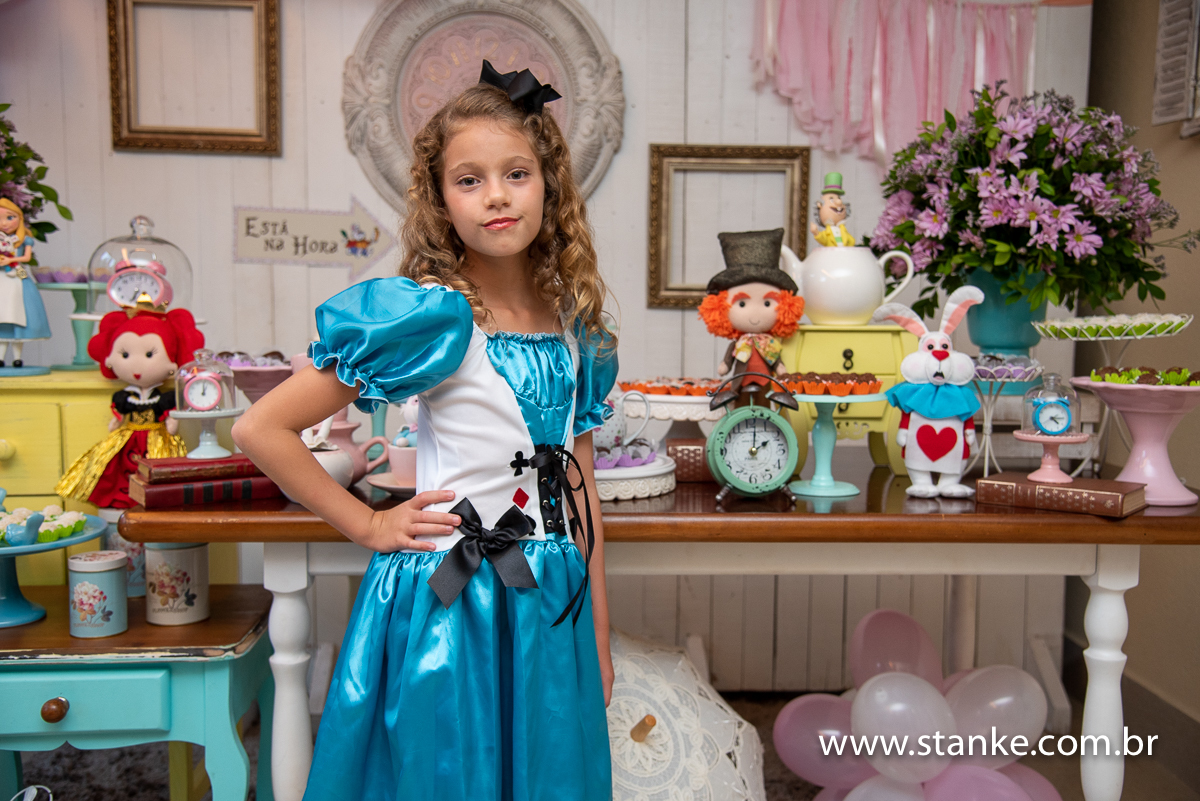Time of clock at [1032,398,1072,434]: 4:14
